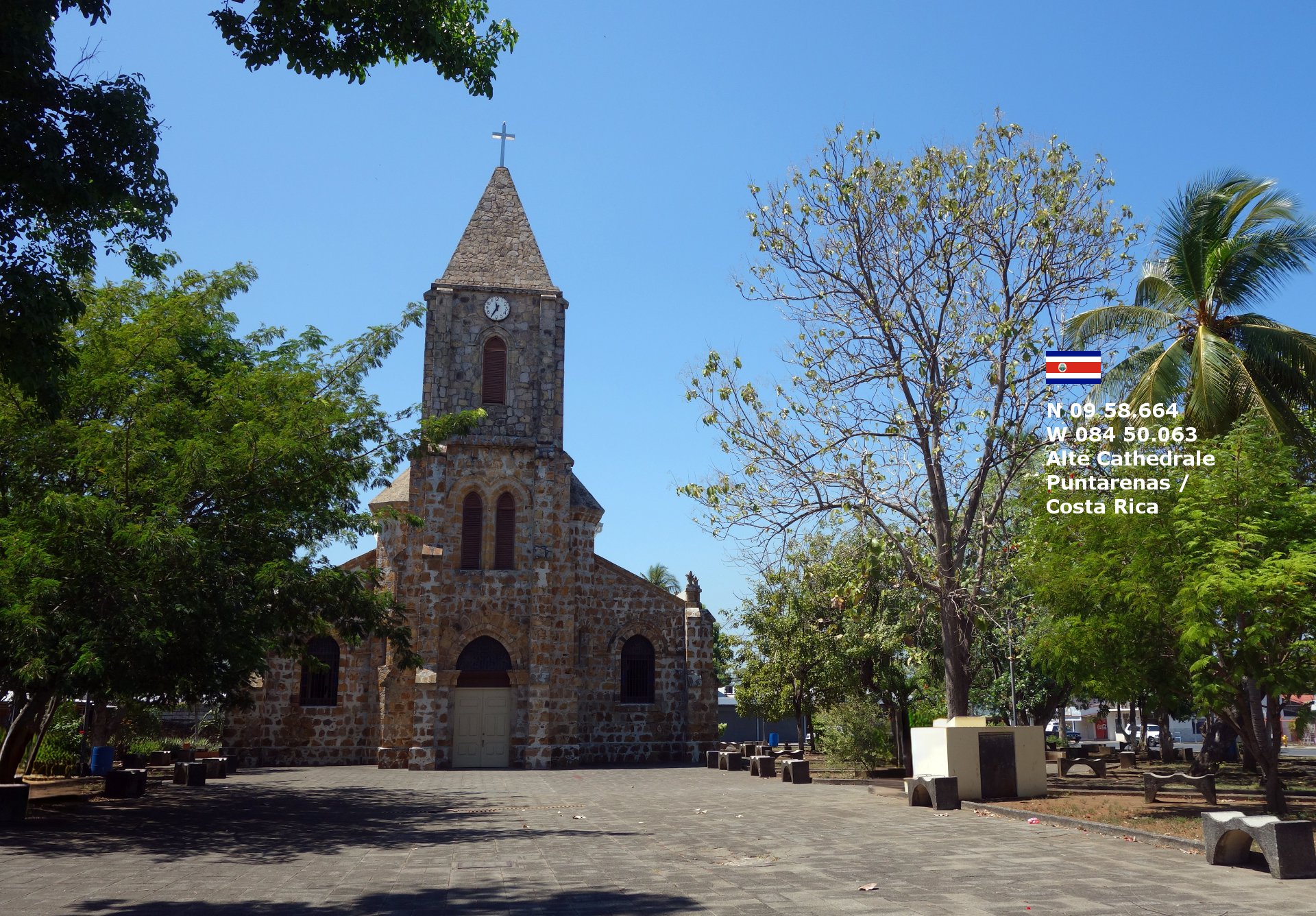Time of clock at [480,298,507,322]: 11:35
